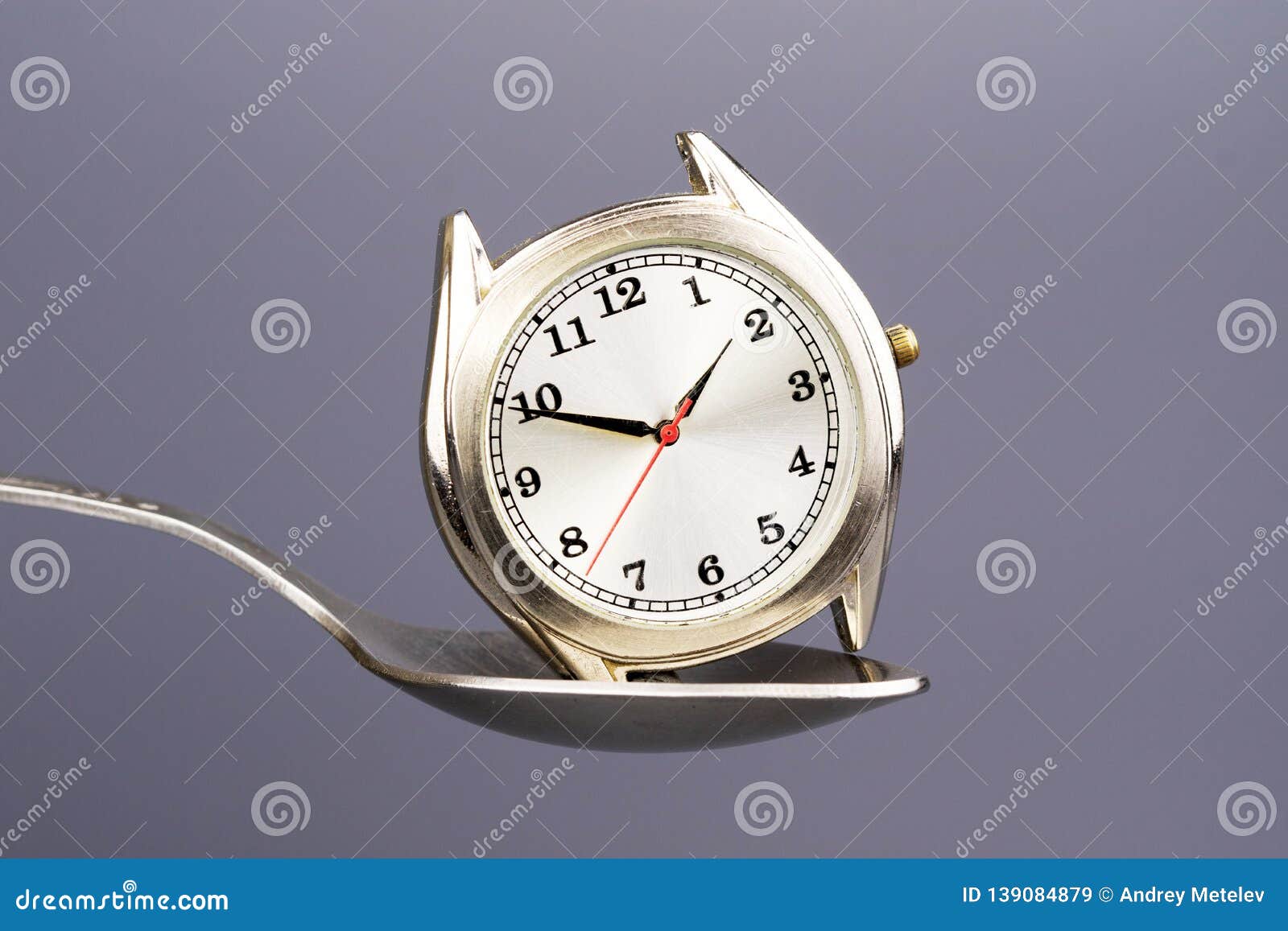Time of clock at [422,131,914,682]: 1:49
